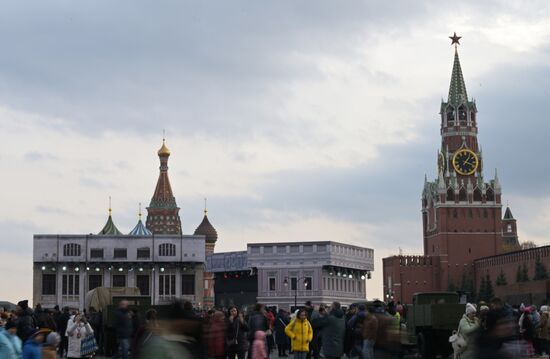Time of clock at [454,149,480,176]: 1:18
